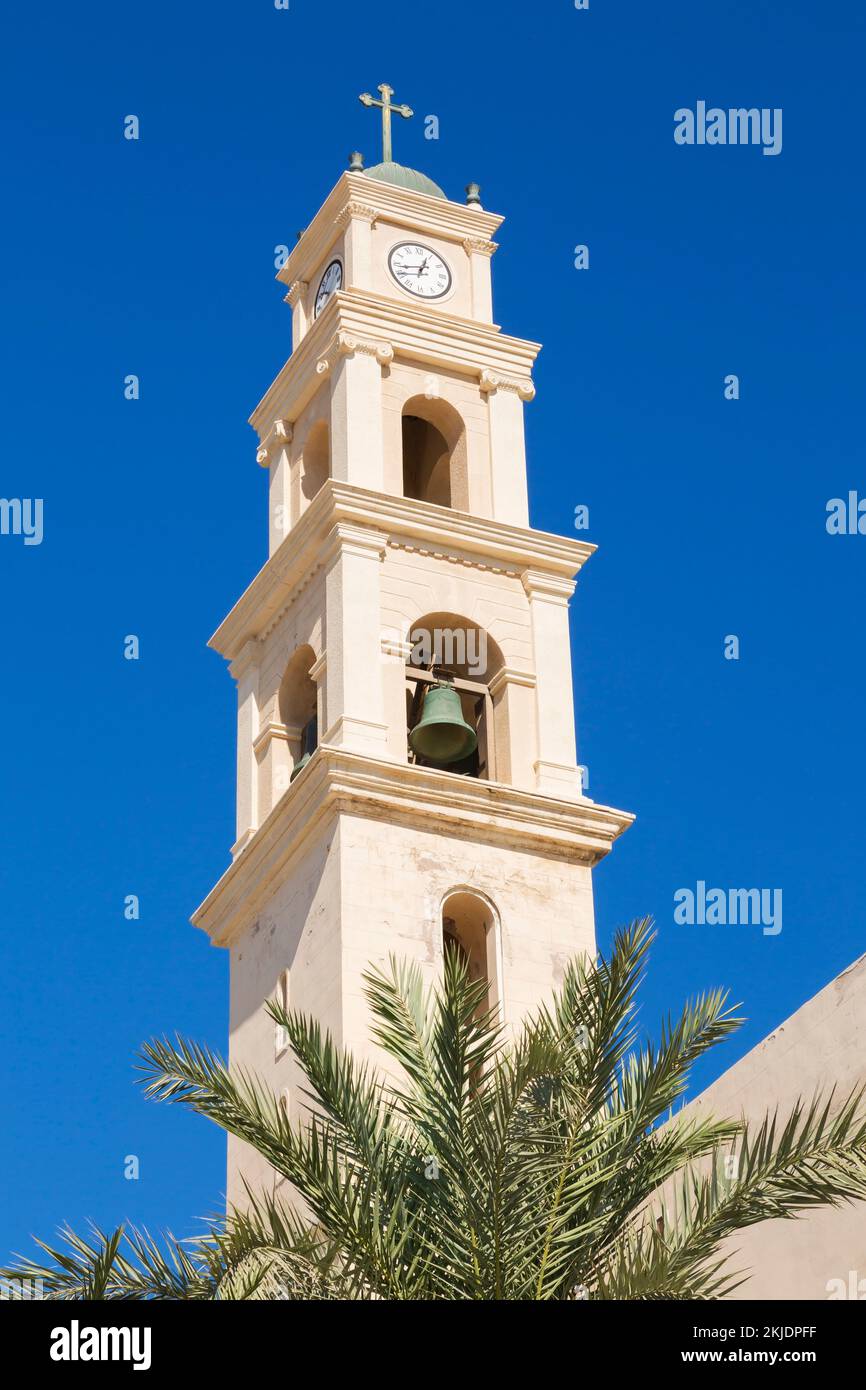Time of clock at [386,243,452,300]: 12:43
